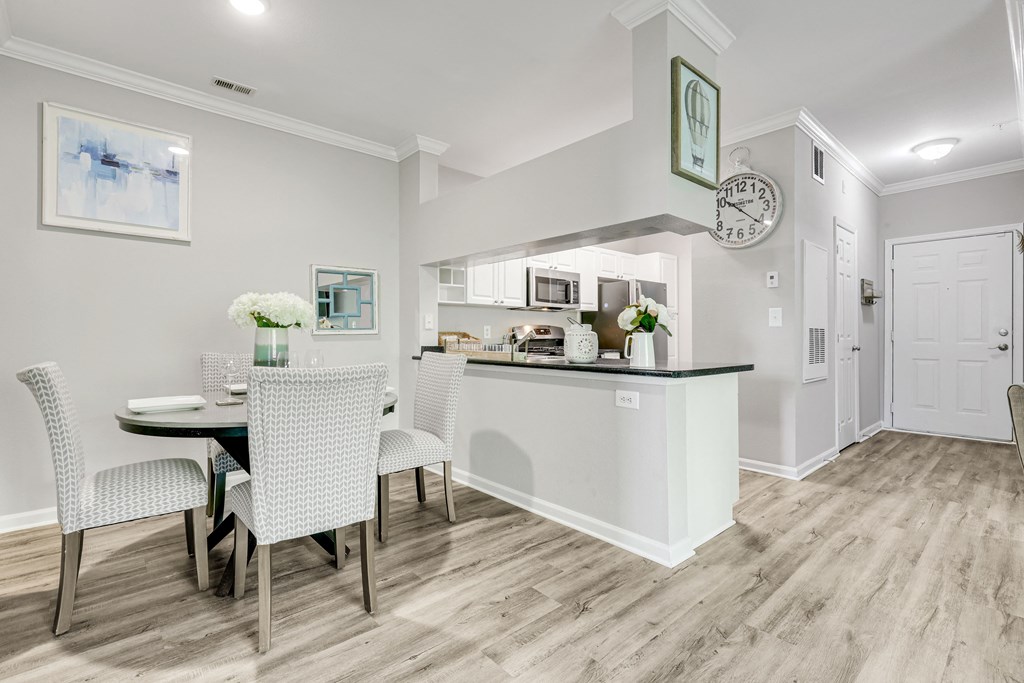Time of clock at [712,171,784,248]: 10:21
